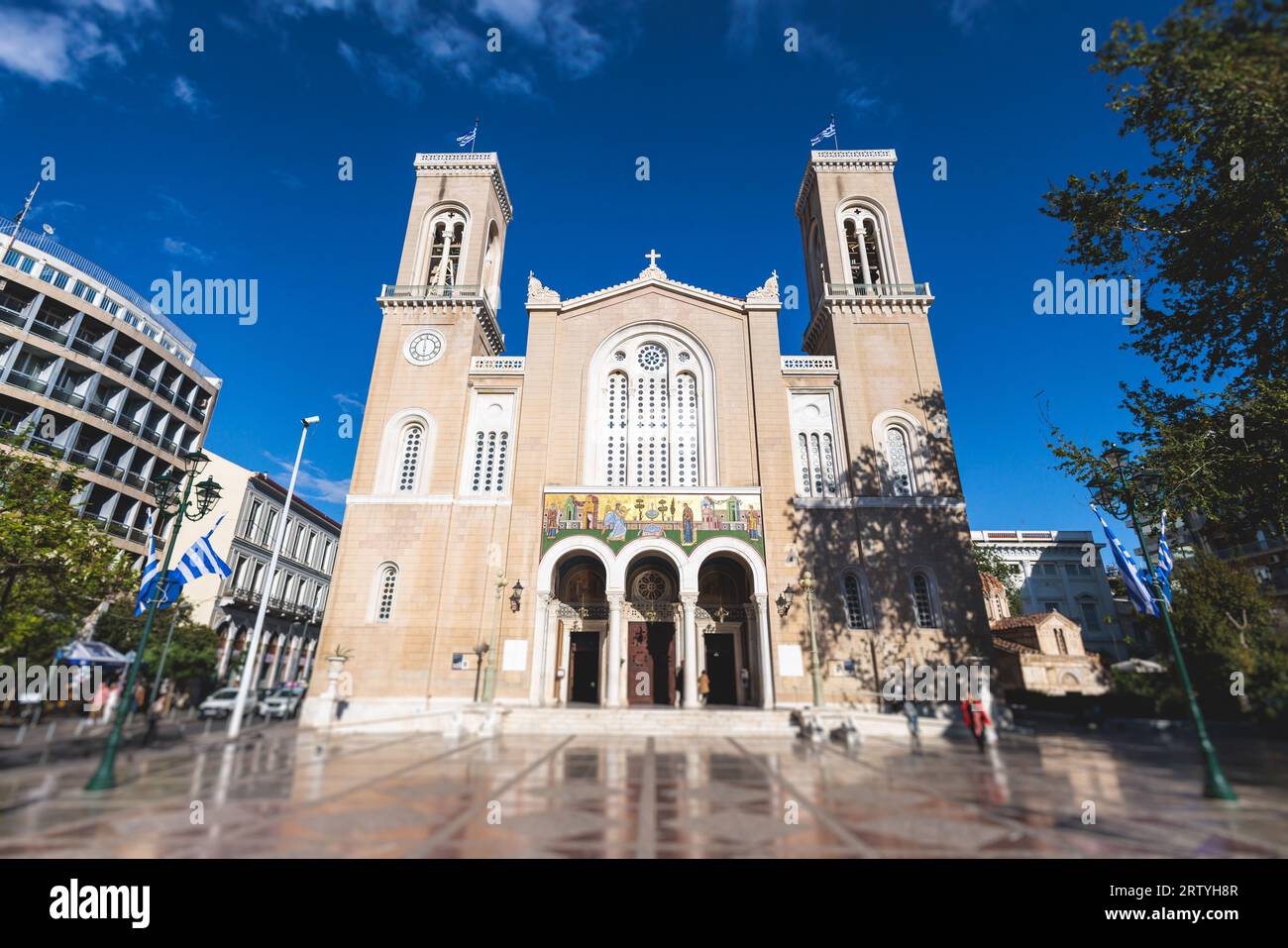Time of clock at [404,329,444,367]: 5:59
